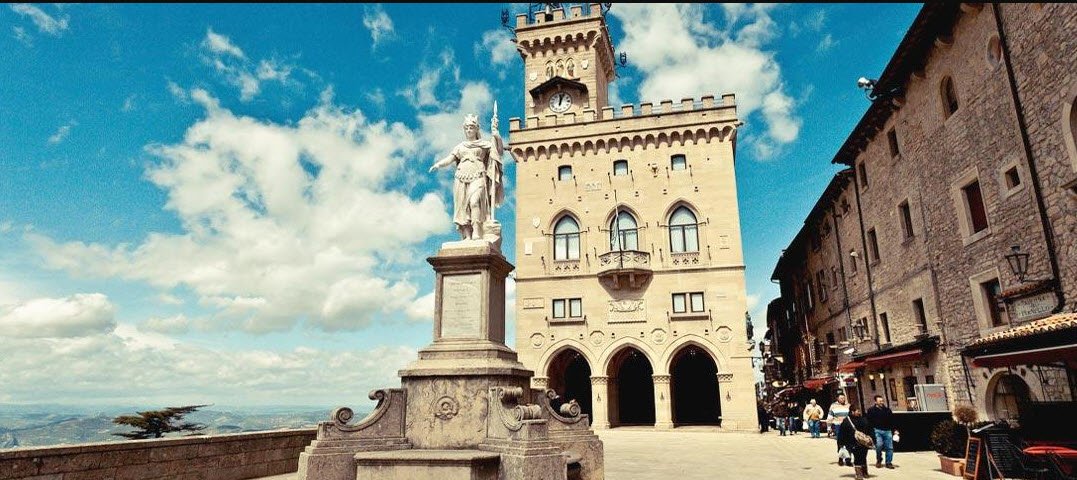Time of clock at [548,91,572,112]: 12:03
